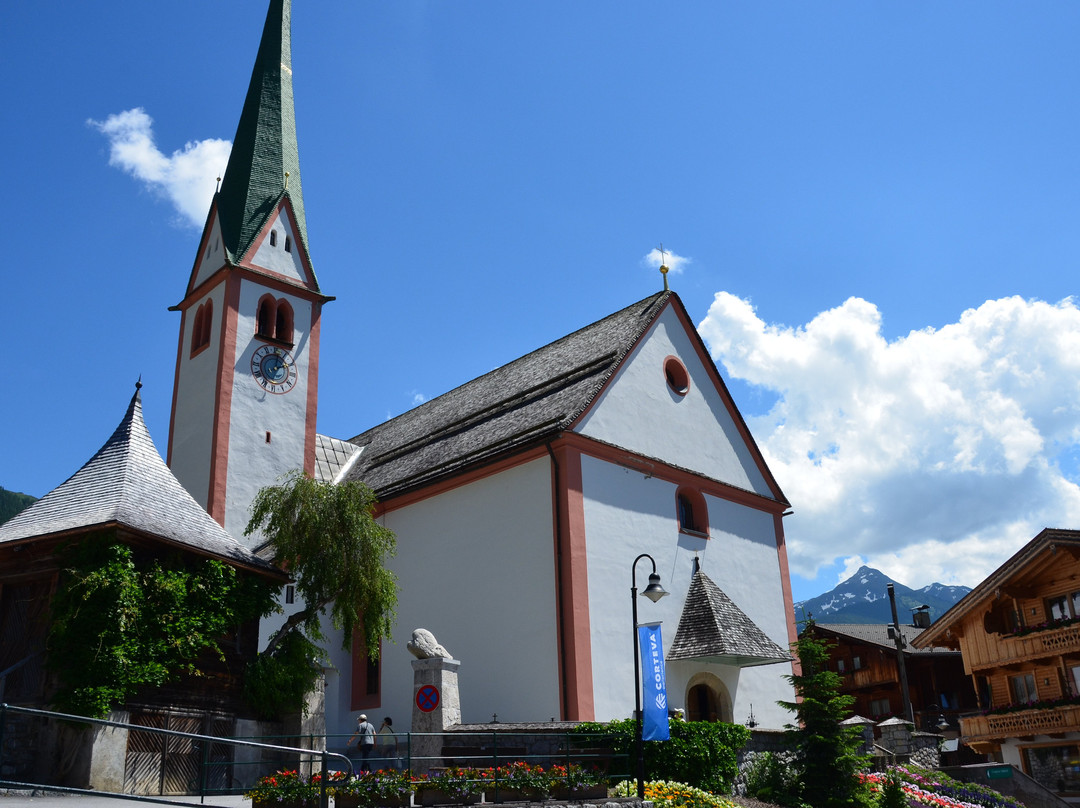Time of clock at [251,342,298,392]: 2:02
